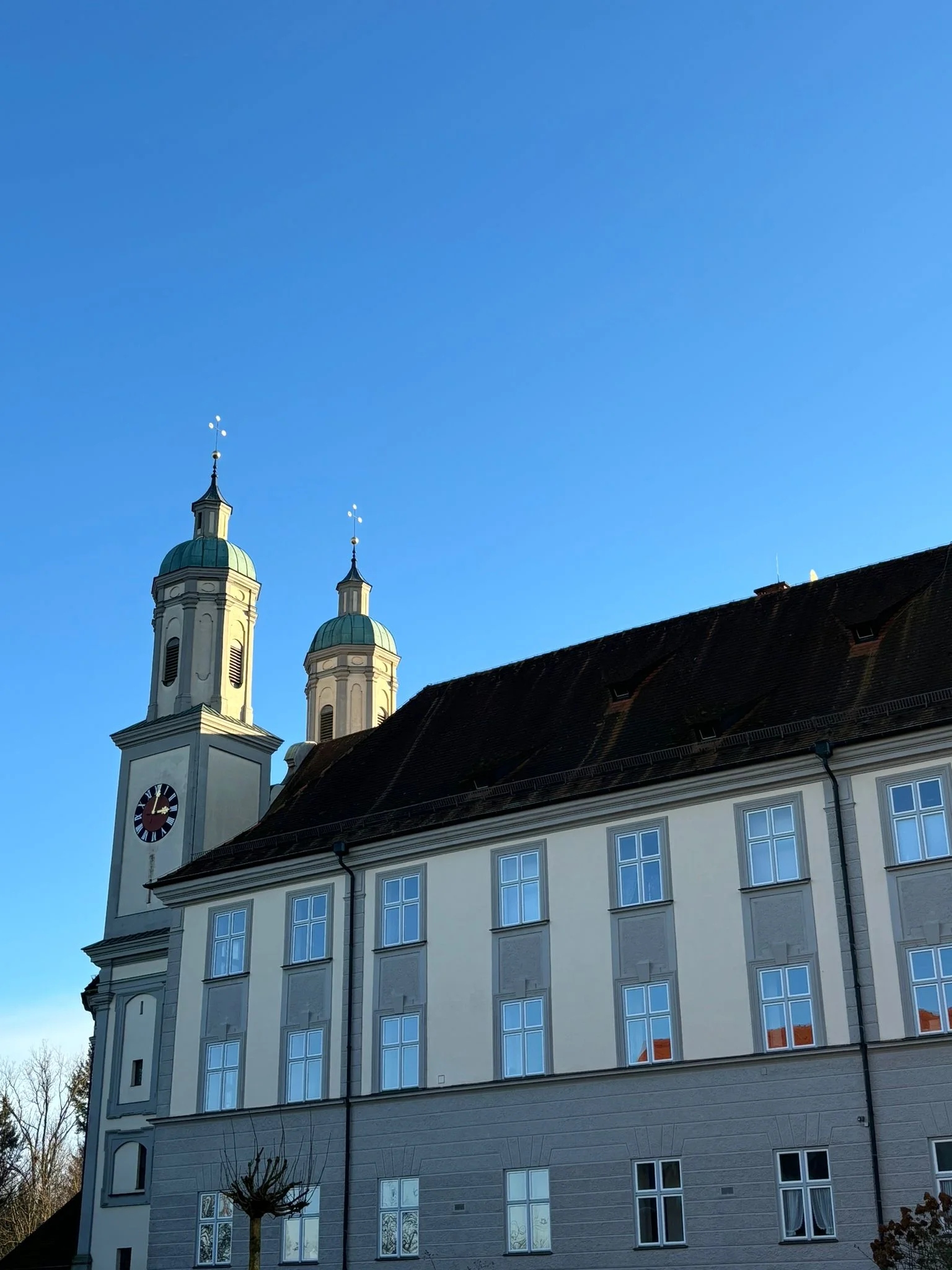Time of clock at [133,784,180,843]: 3:01
